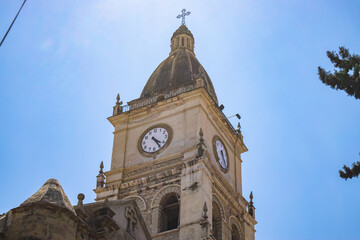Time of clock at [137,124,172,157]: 4:24
